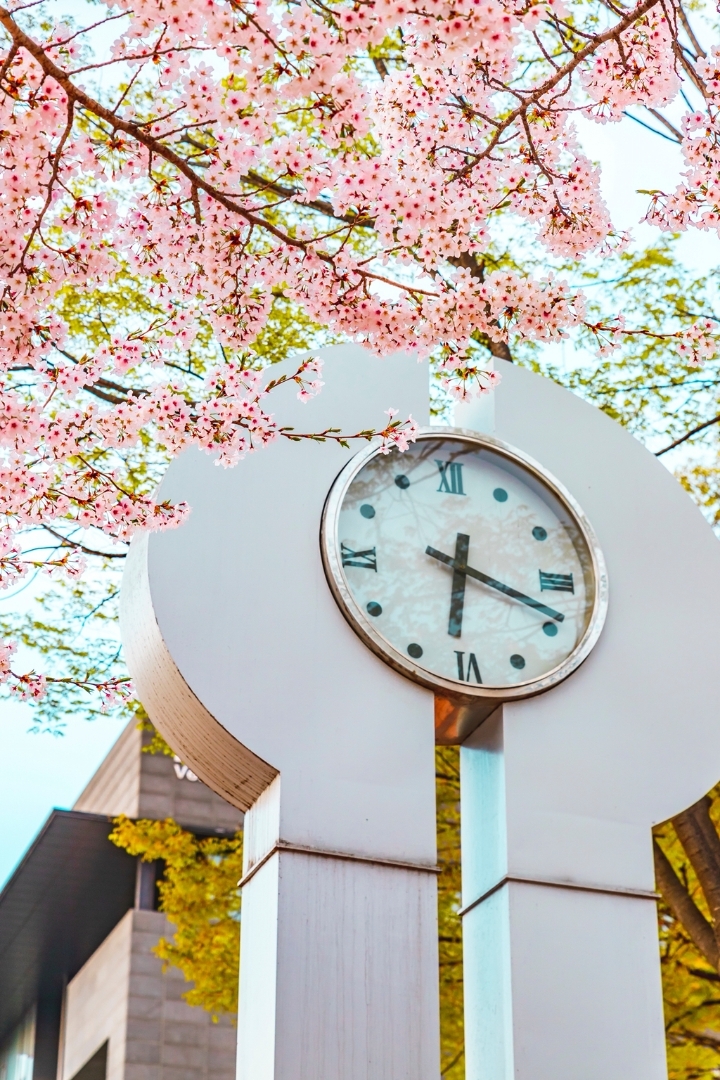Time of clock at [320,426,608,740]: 6:18
